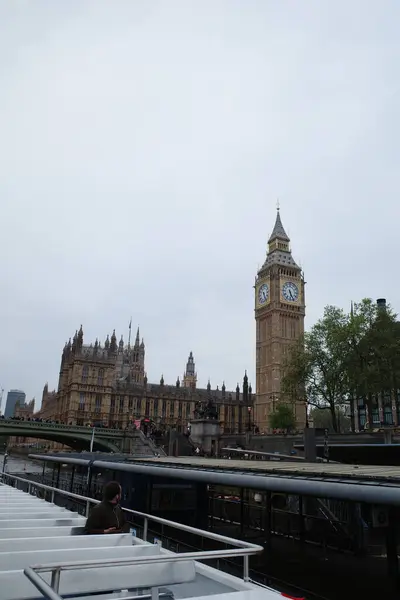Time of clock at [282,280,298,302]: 5:26
